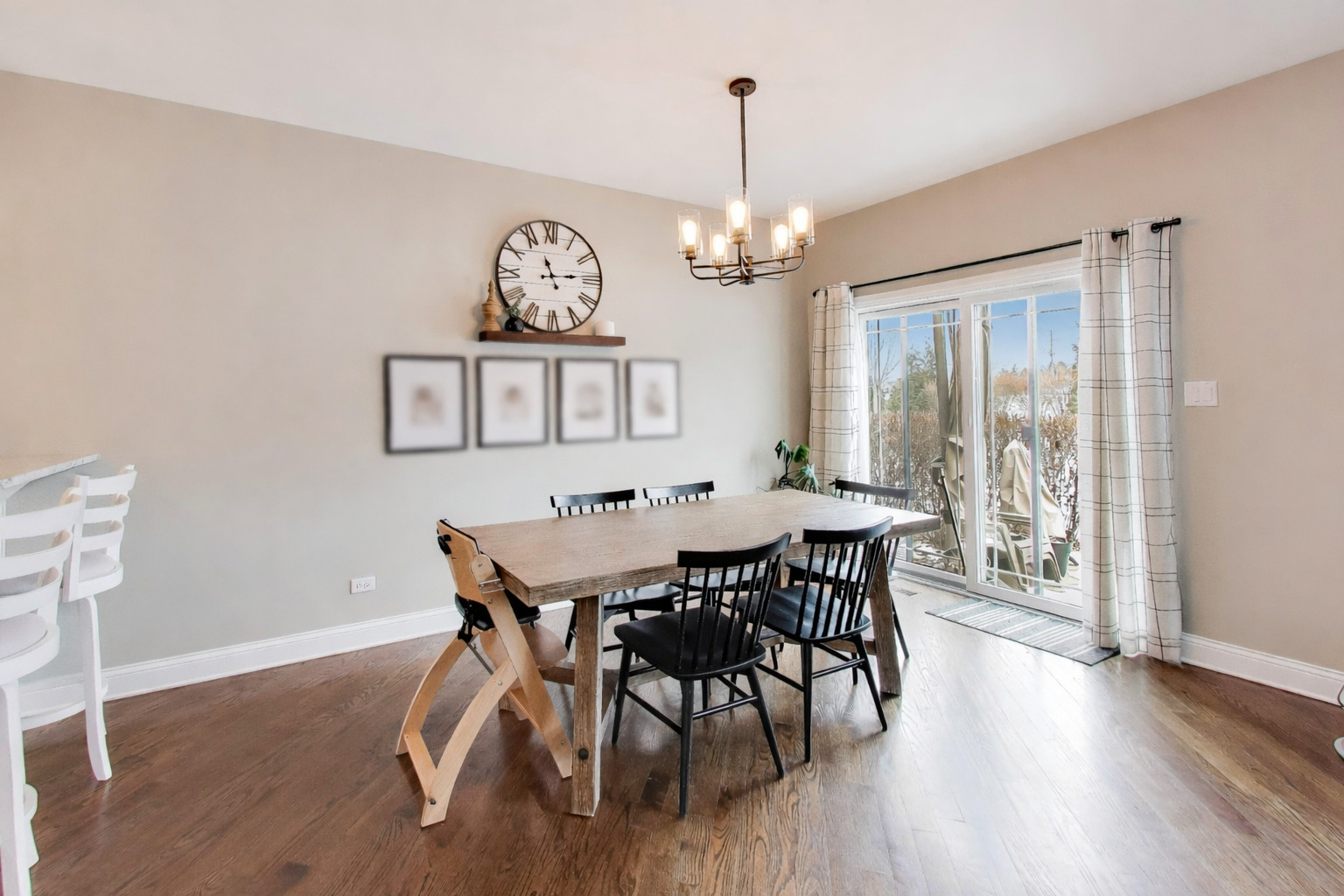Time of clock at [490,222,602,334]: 11:14
